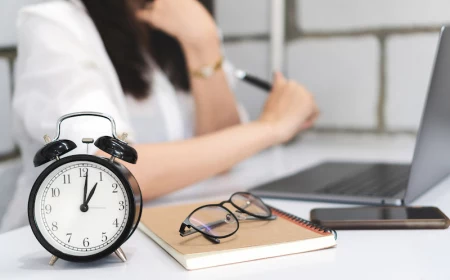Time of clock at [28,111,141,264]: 1:01
